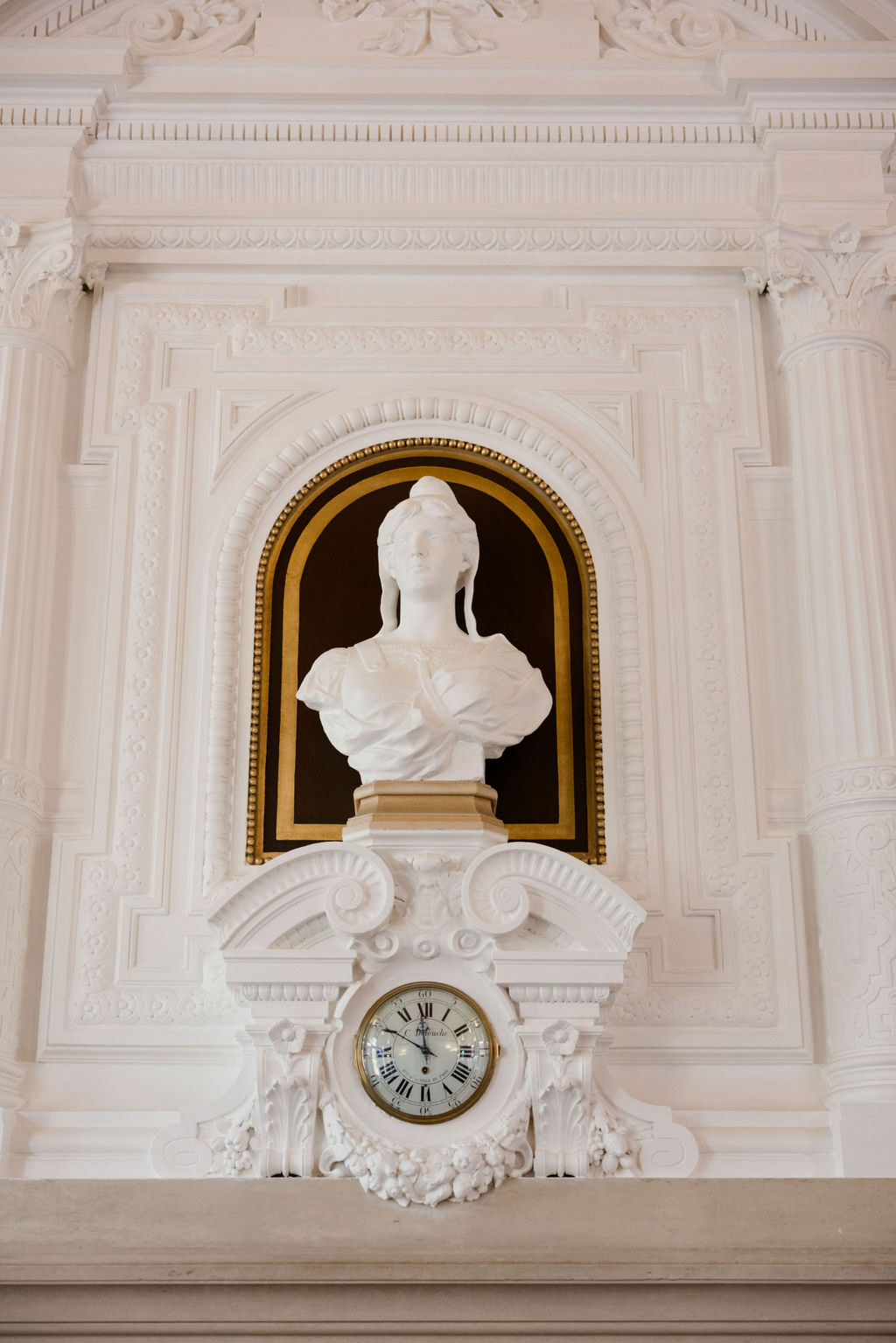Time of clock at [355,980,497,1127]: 11:49
